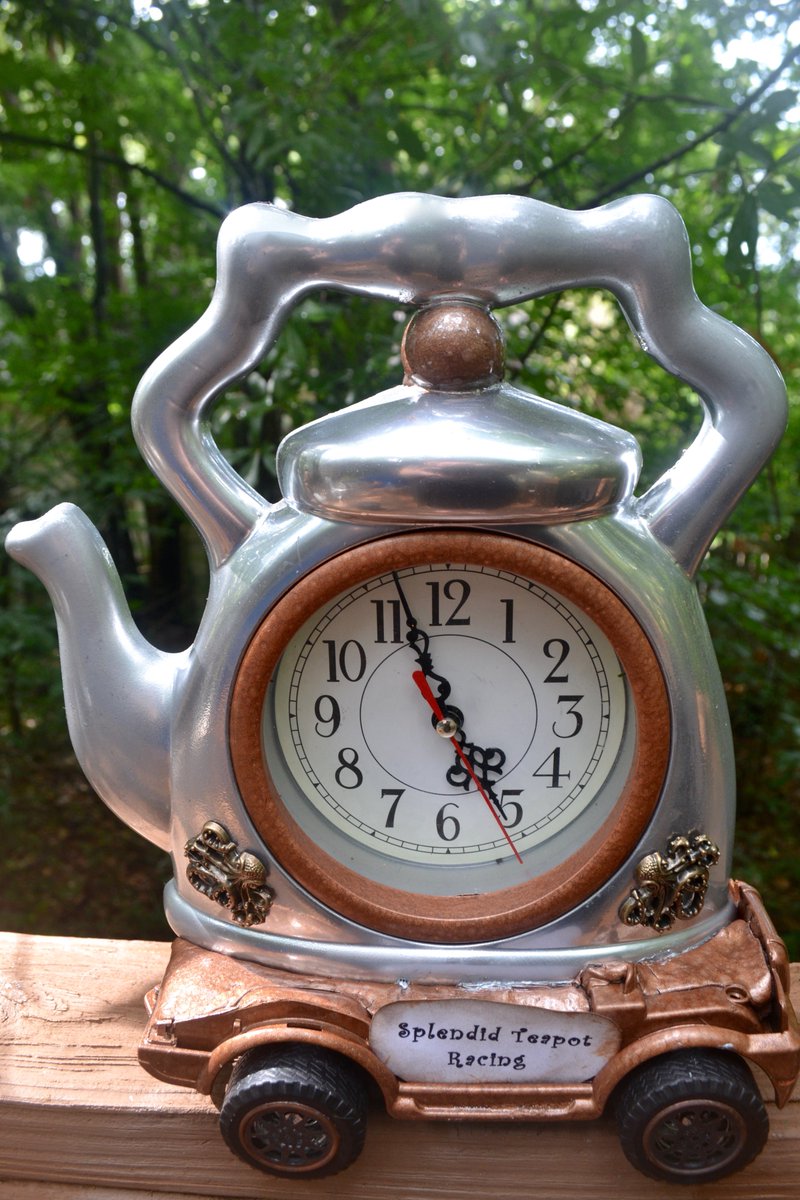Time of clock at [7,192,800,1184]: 4:57
